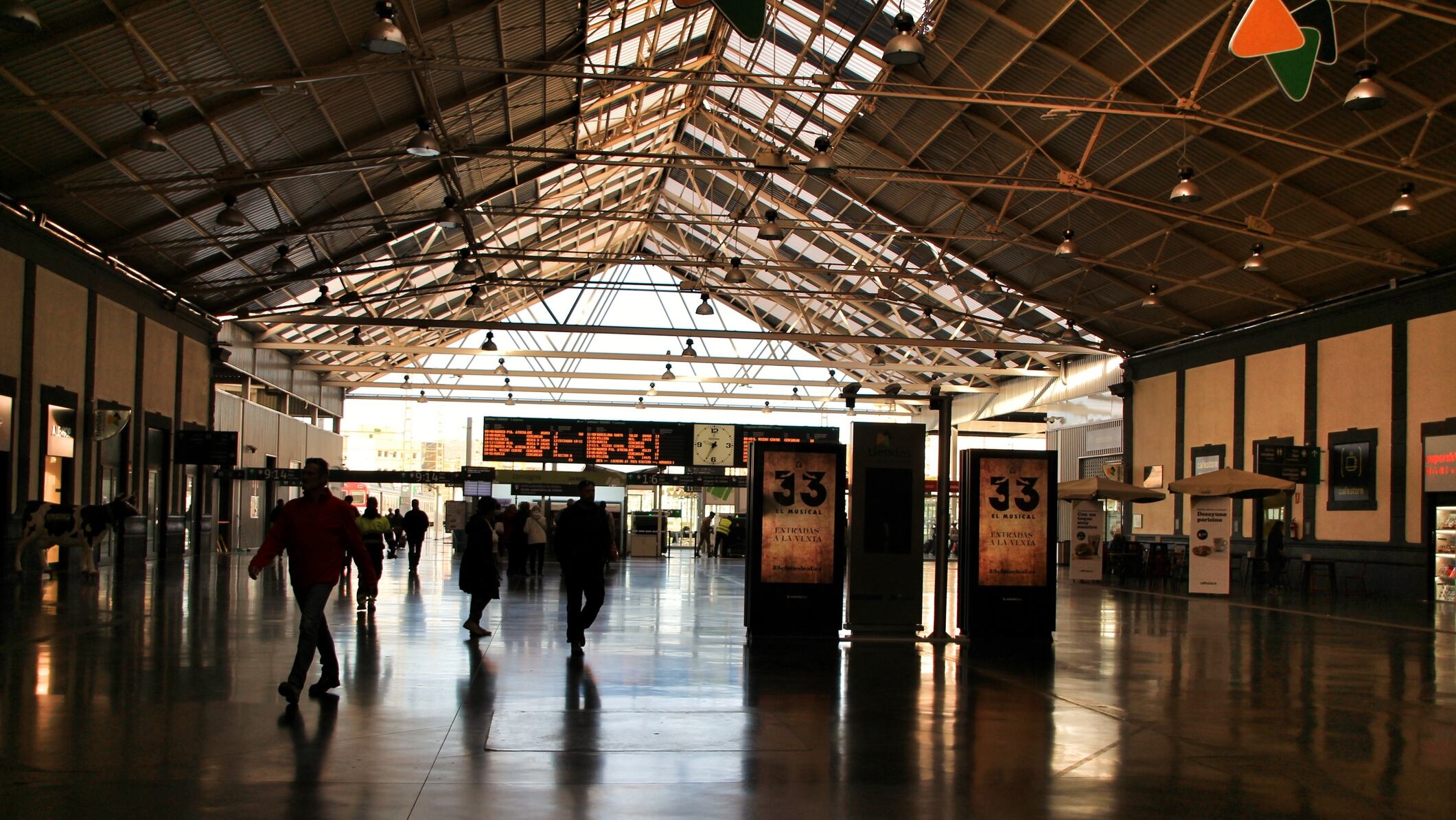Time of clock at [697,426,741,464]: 9:34
